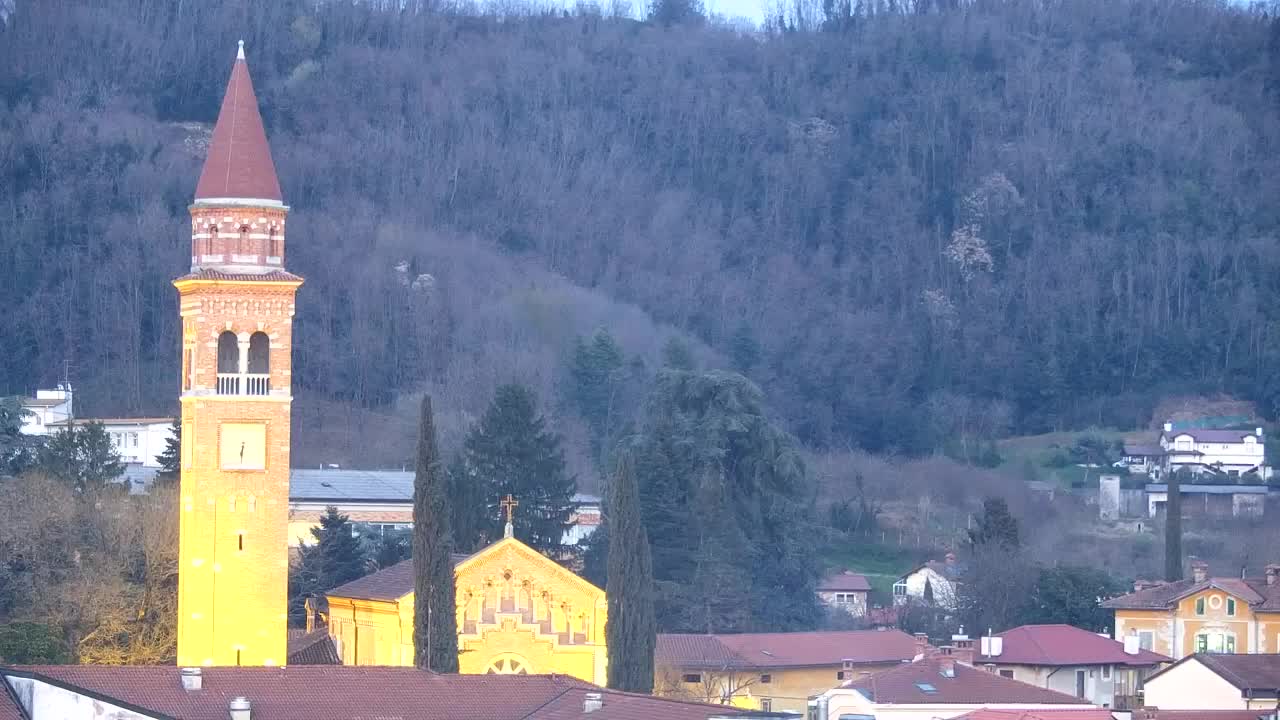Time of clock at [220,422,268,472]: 6:31
